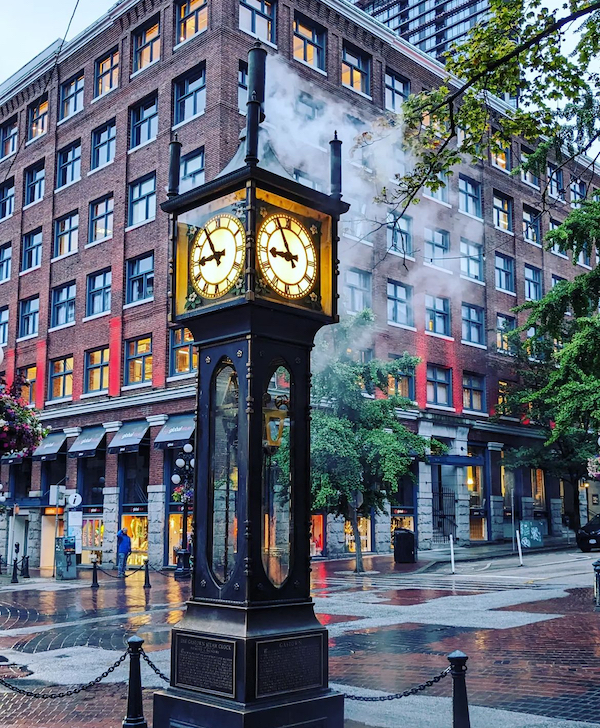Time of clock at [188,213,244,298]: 8:54
